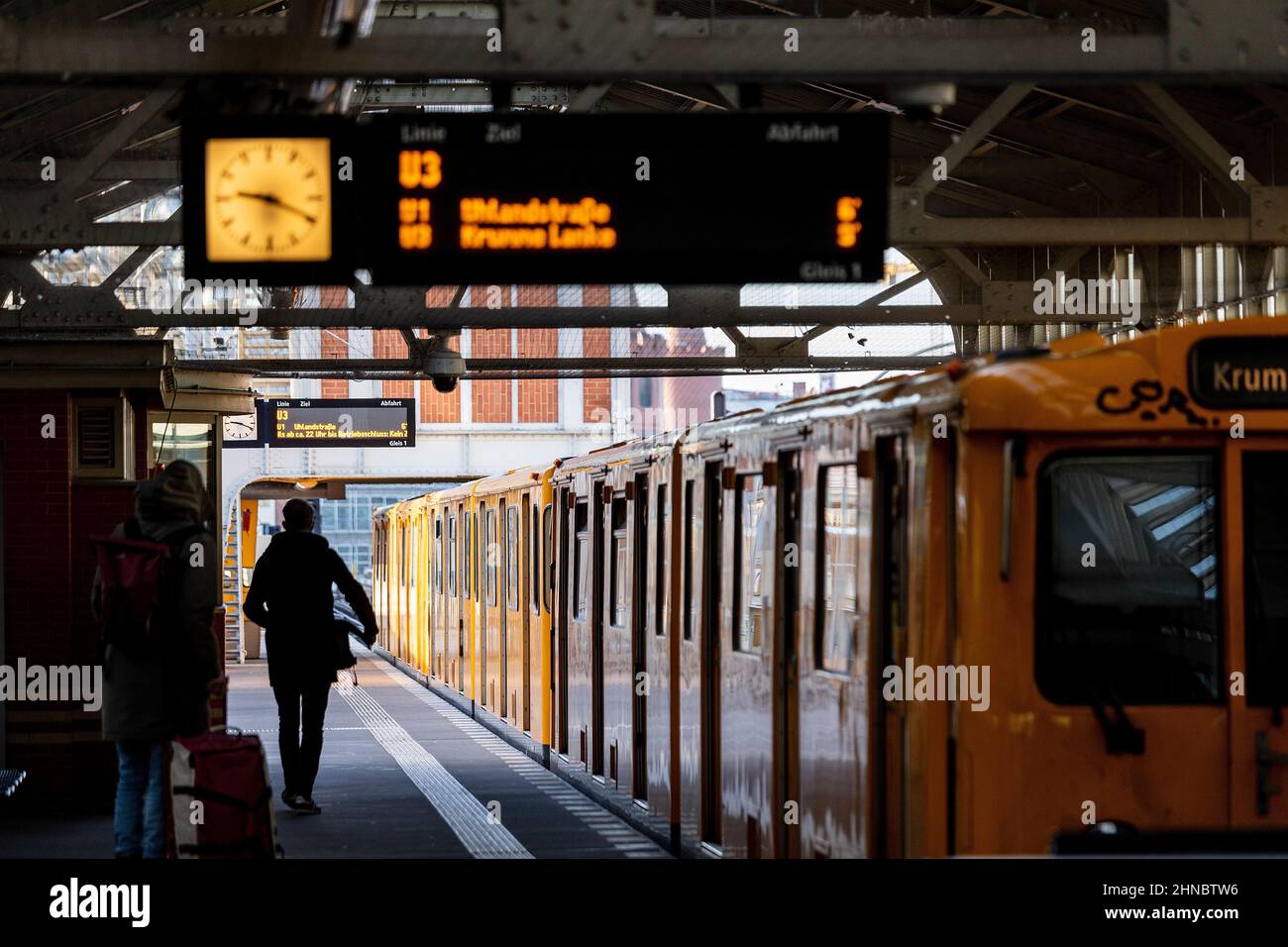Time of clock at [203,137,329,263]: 9:19
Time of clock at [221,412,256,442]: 9:19
